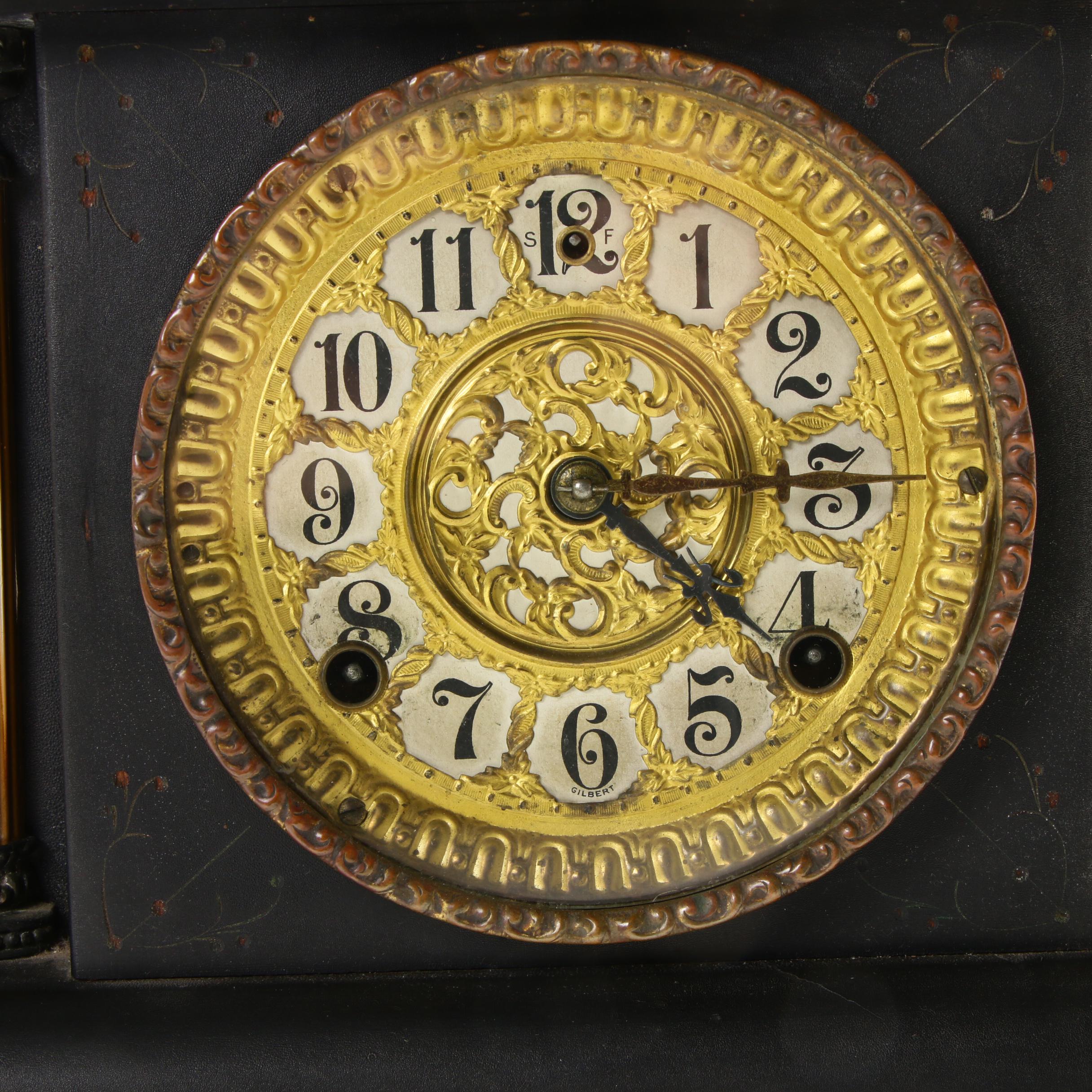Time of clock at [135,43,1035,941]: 4:14
